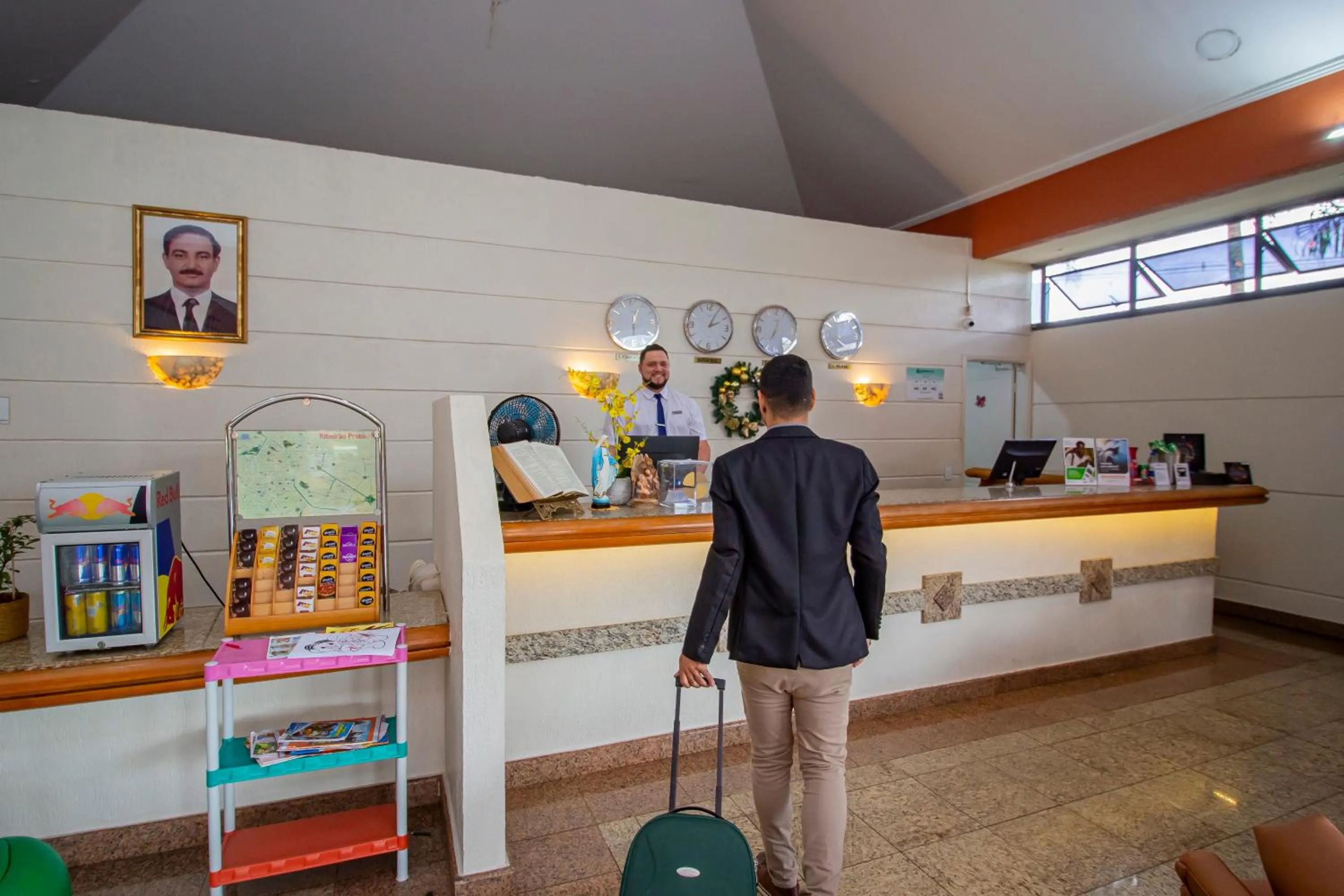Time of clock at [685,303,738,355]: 2:04
